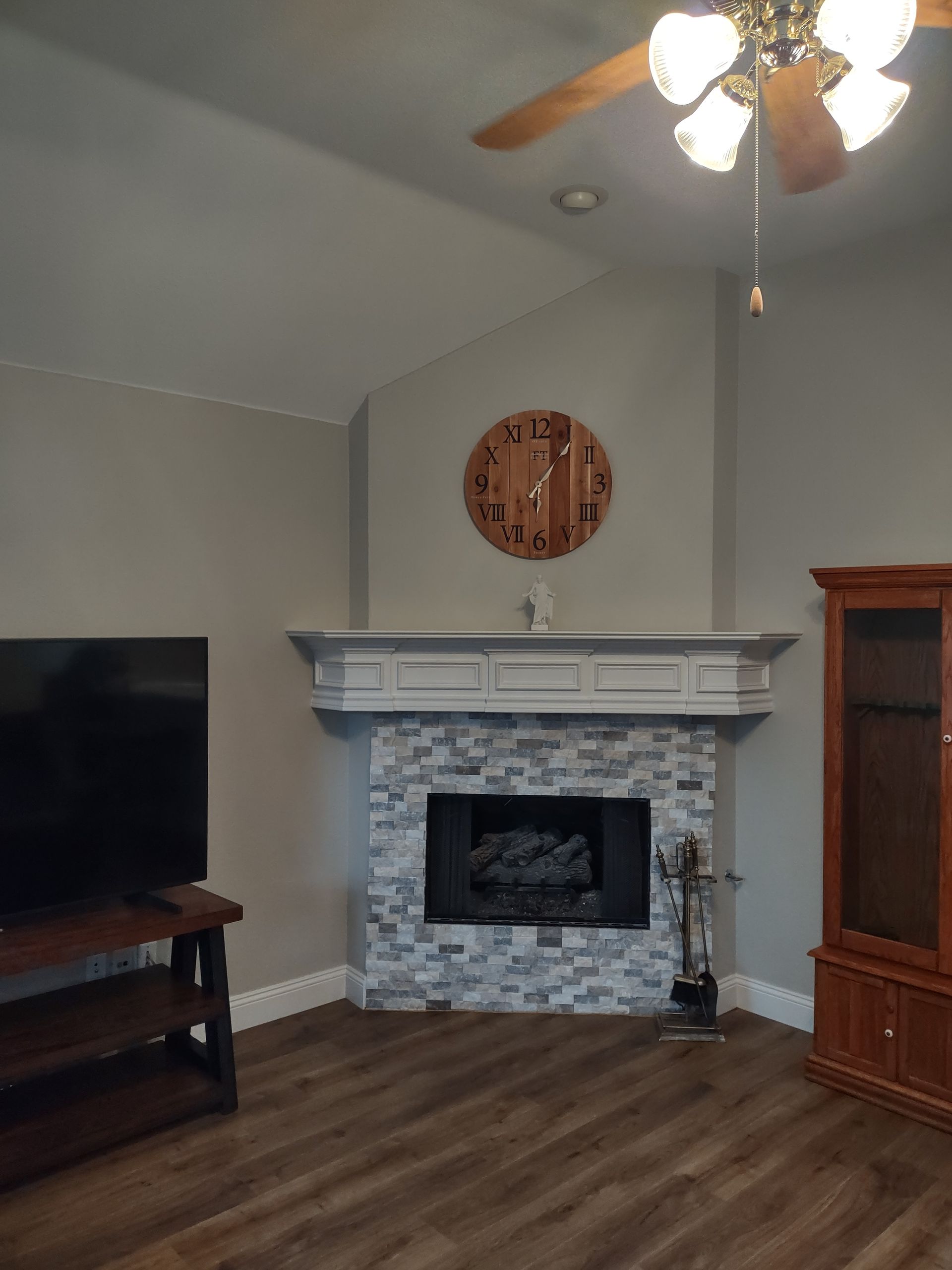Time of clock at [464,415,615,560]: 6:06
